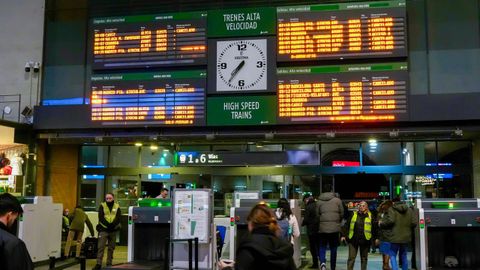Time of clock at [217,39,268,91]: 7:36
